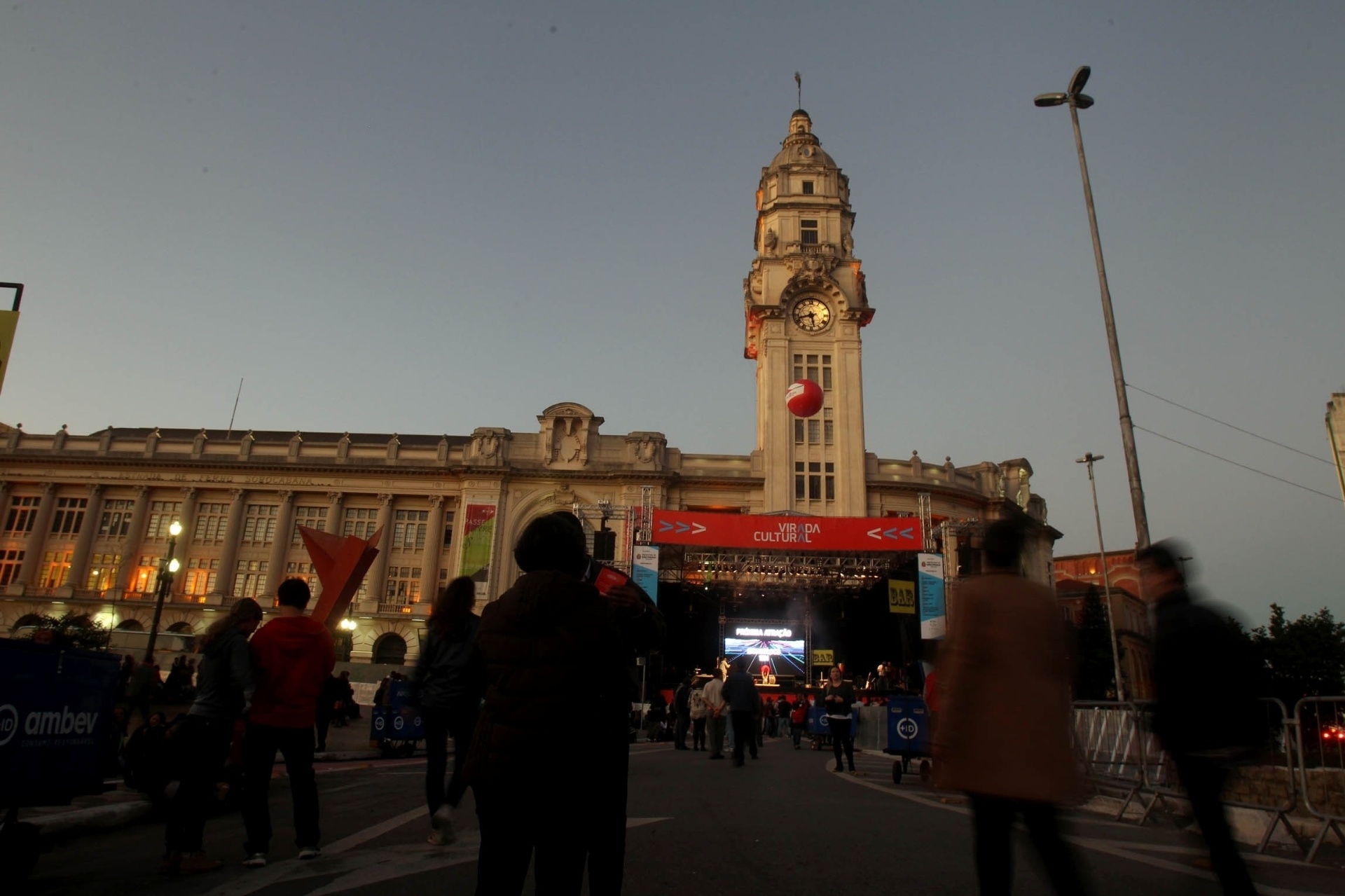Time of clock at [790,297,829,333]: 5:42
